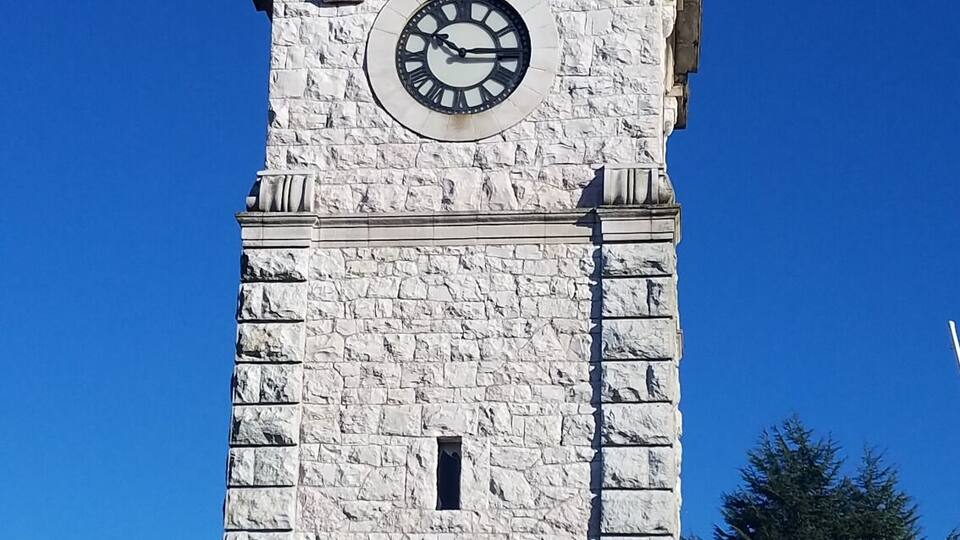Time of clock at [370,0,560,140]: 10:14
